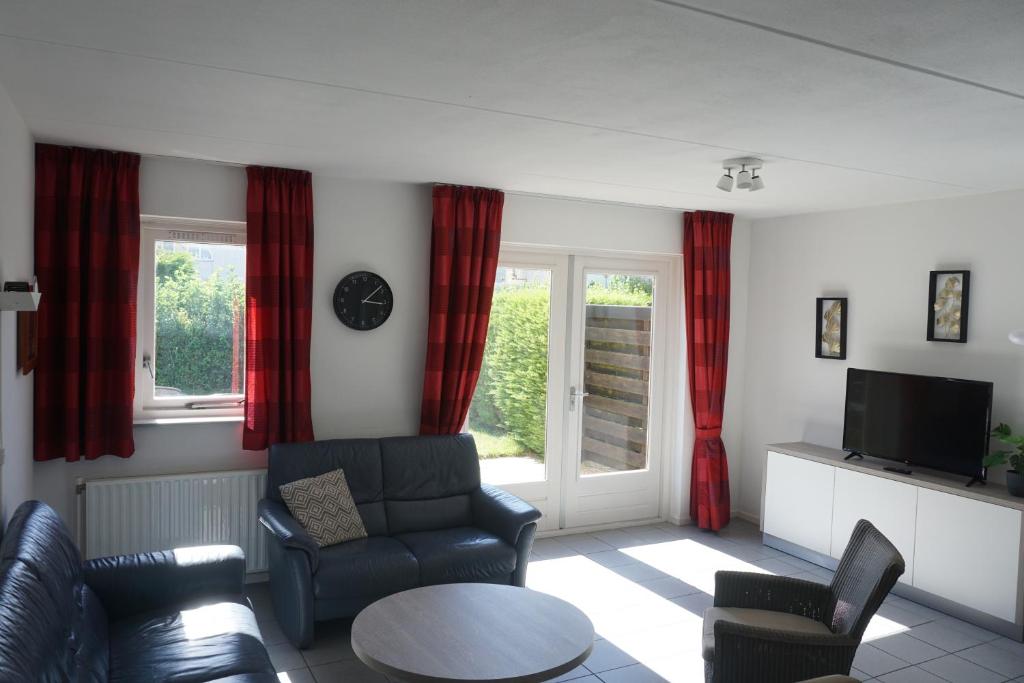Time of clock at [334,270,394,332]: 3:08
